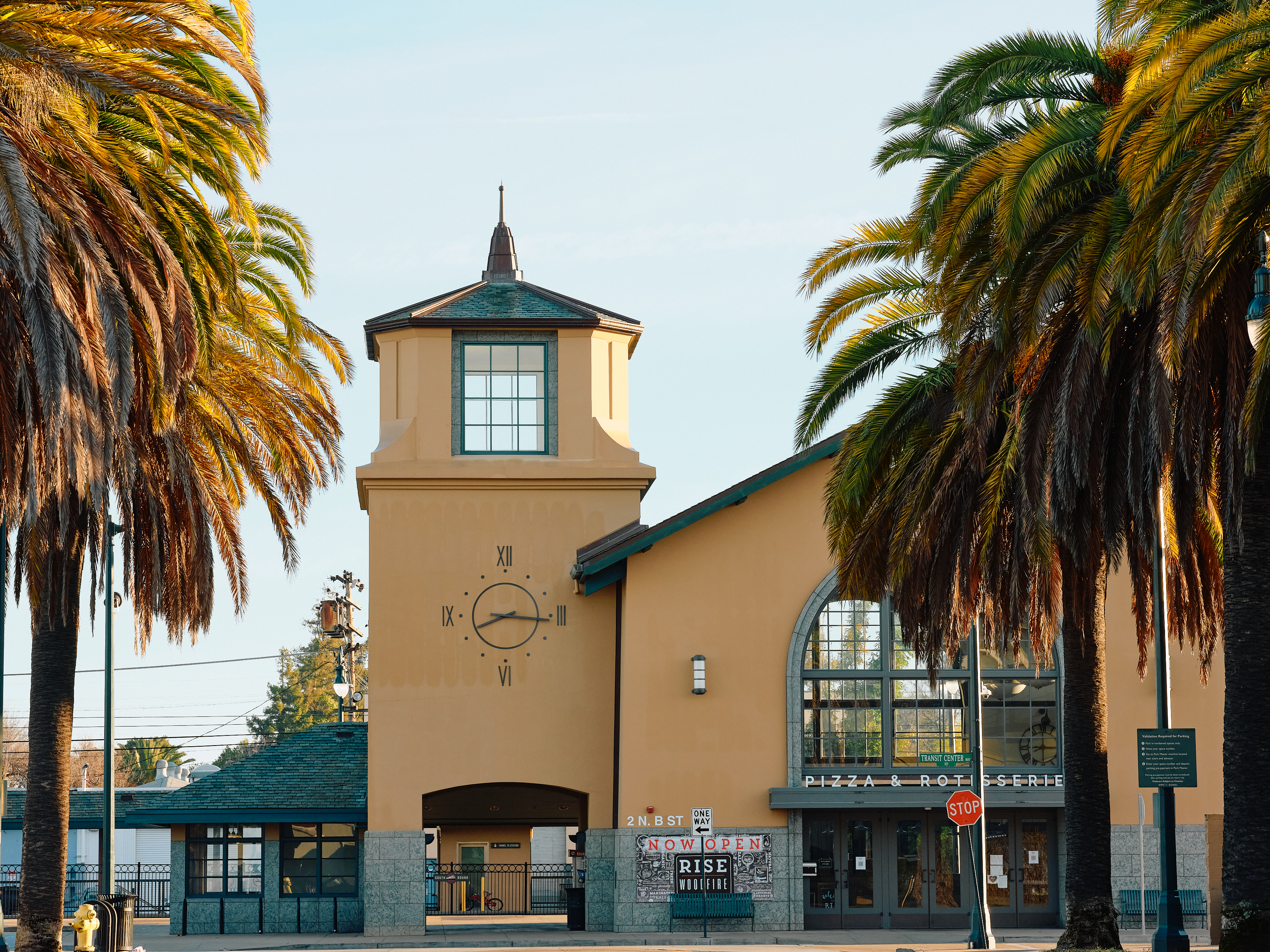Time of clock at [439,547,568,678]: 8:16
